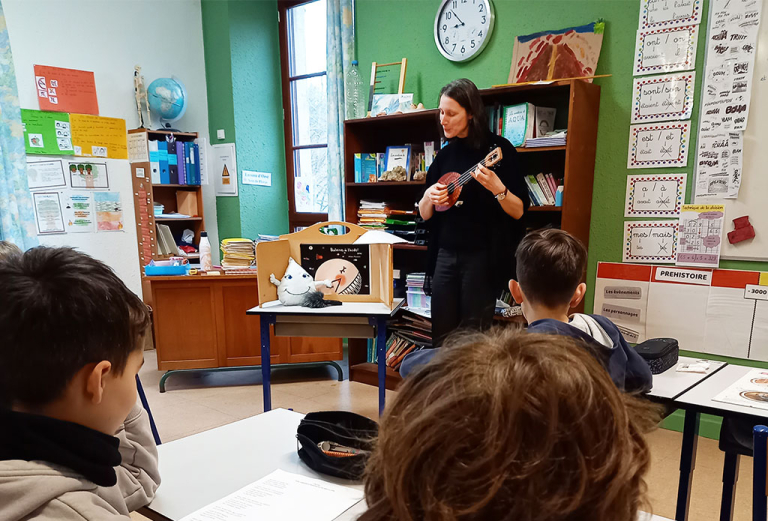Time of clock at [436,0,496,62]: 8:52
